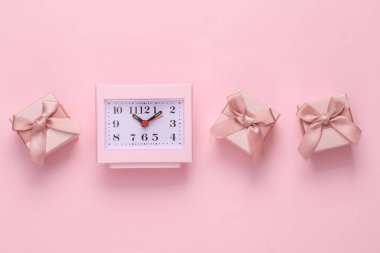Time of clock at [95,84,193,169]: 1:52
